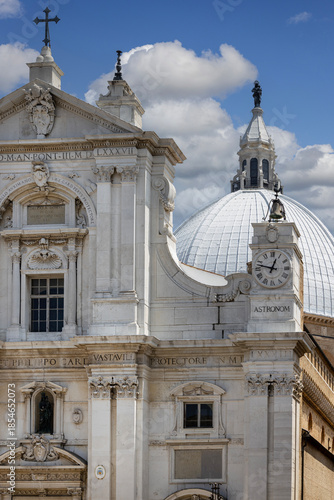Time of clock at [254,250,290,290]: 12:47
